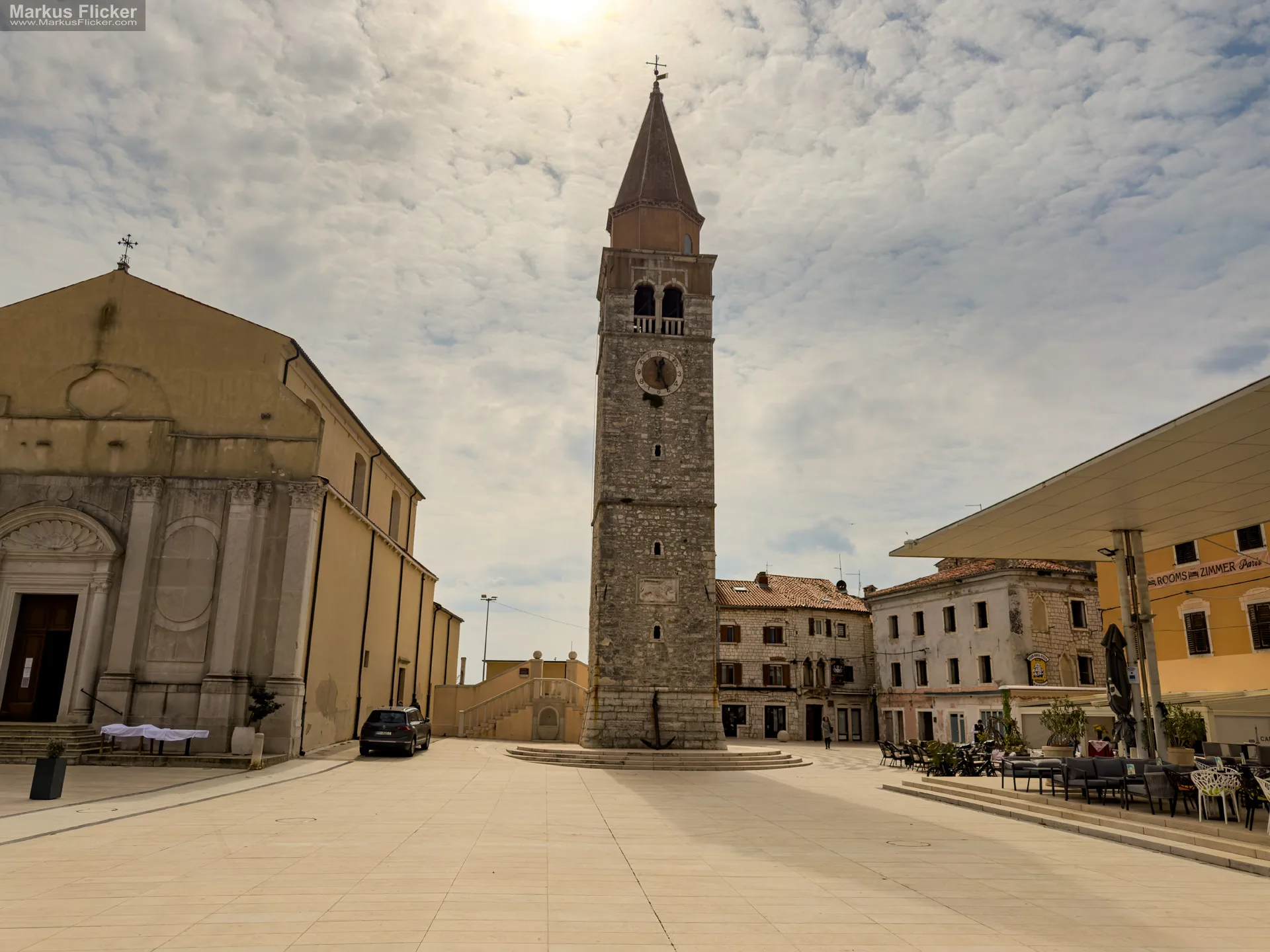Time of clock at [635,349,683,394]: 12:25
